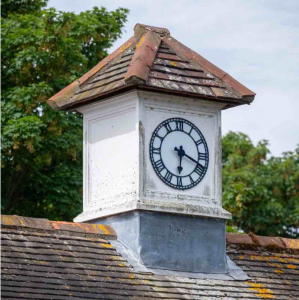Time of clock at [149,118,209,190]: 6:18
